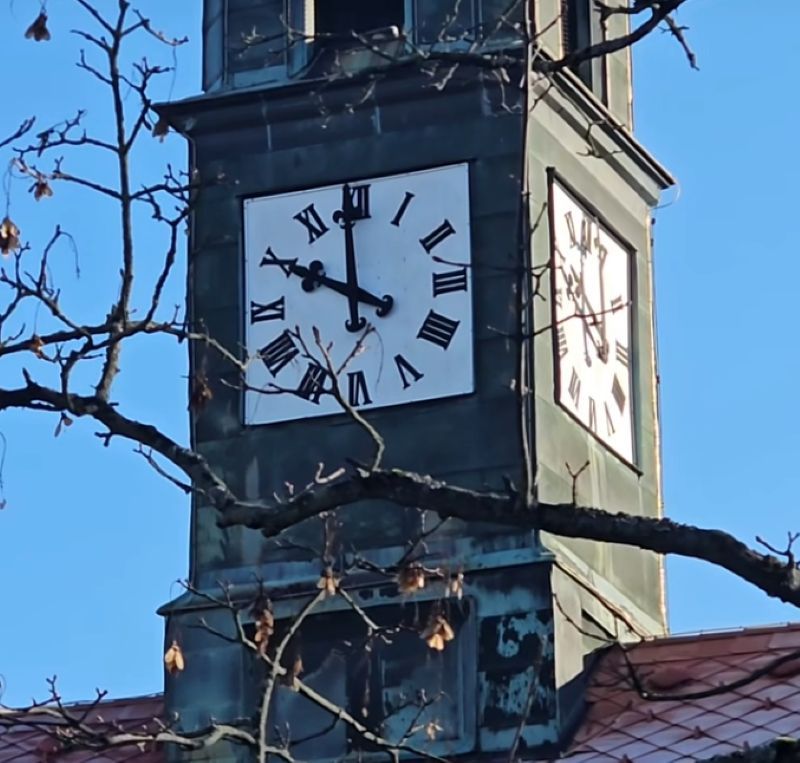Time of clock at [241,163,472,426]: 9:59
